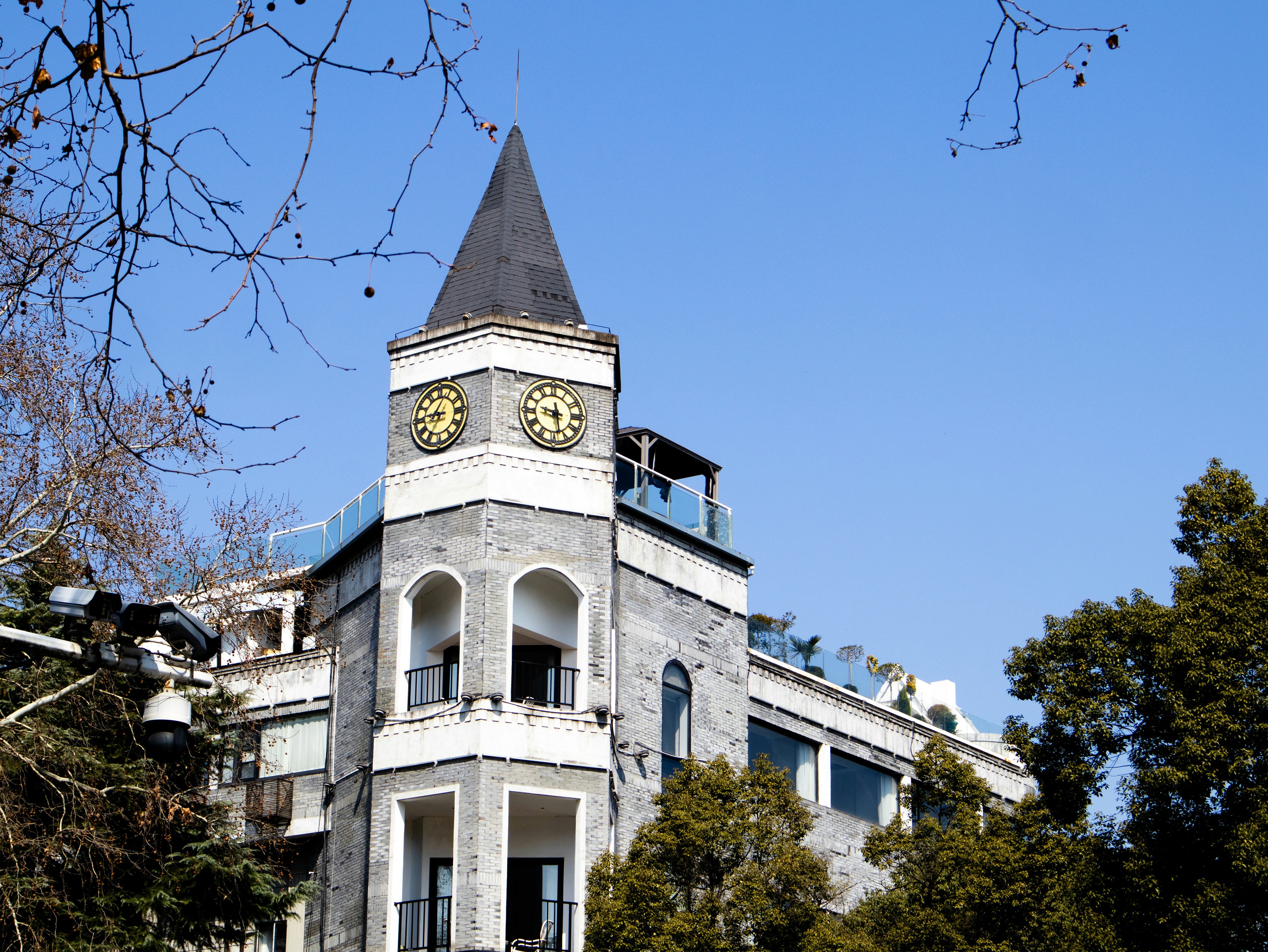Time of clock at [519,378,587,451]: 9:28
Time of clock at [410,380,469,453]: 9:04
